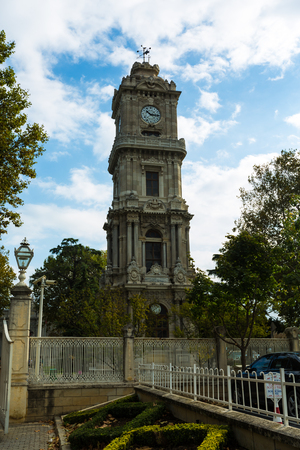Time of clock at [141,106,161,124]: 10:15
